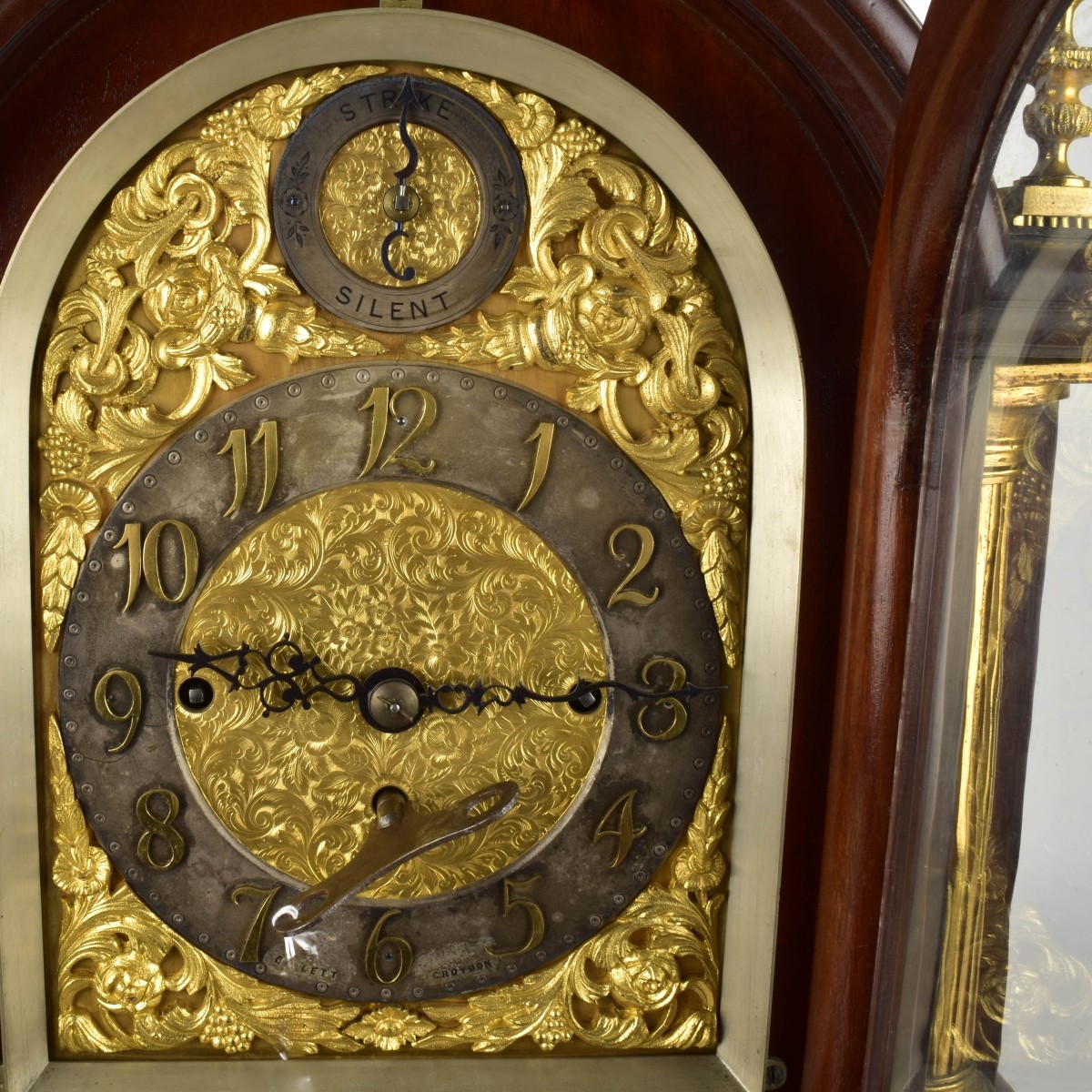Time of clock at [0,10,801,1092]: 9:15
